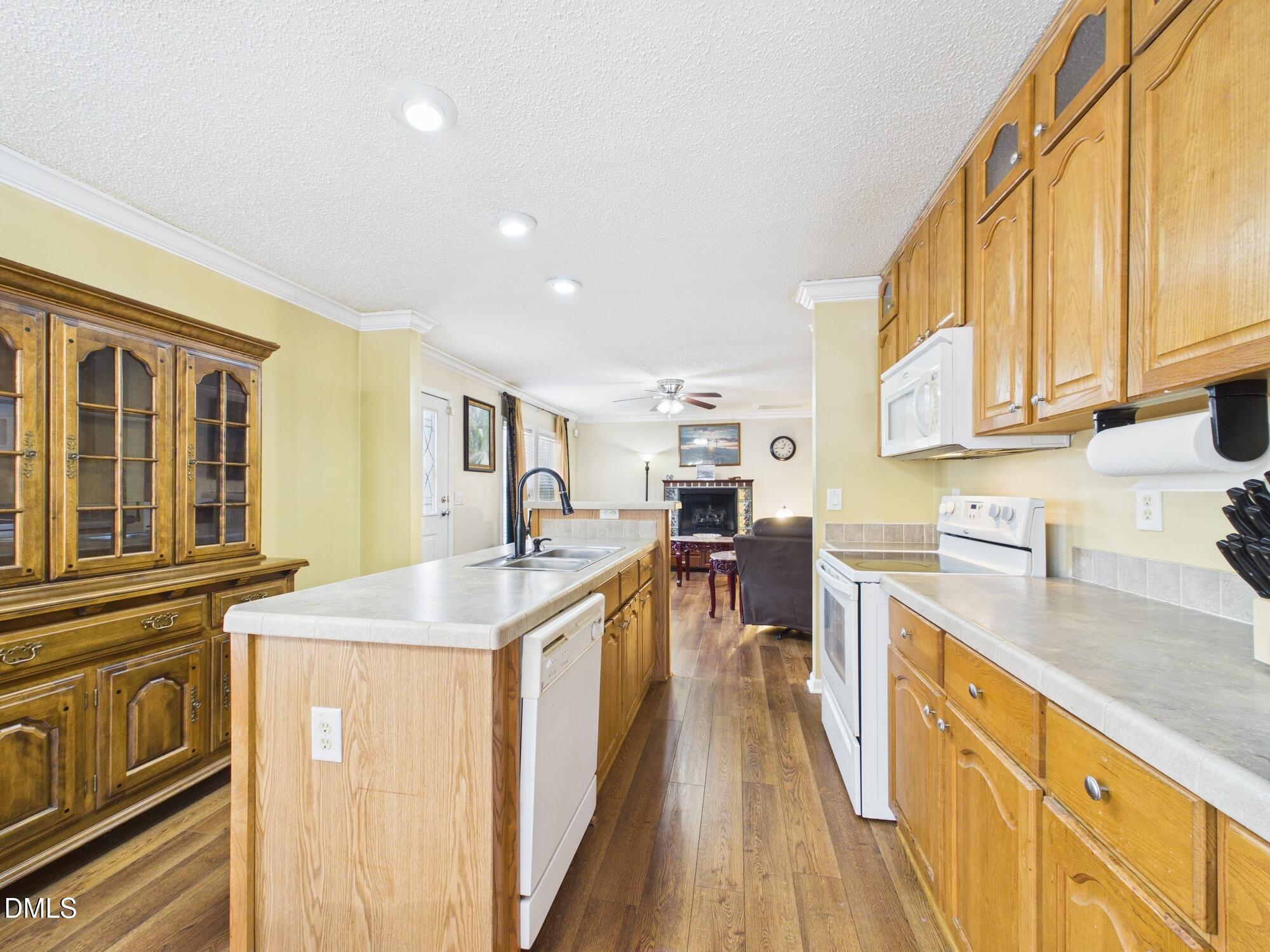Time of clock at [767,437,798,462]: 12:46
